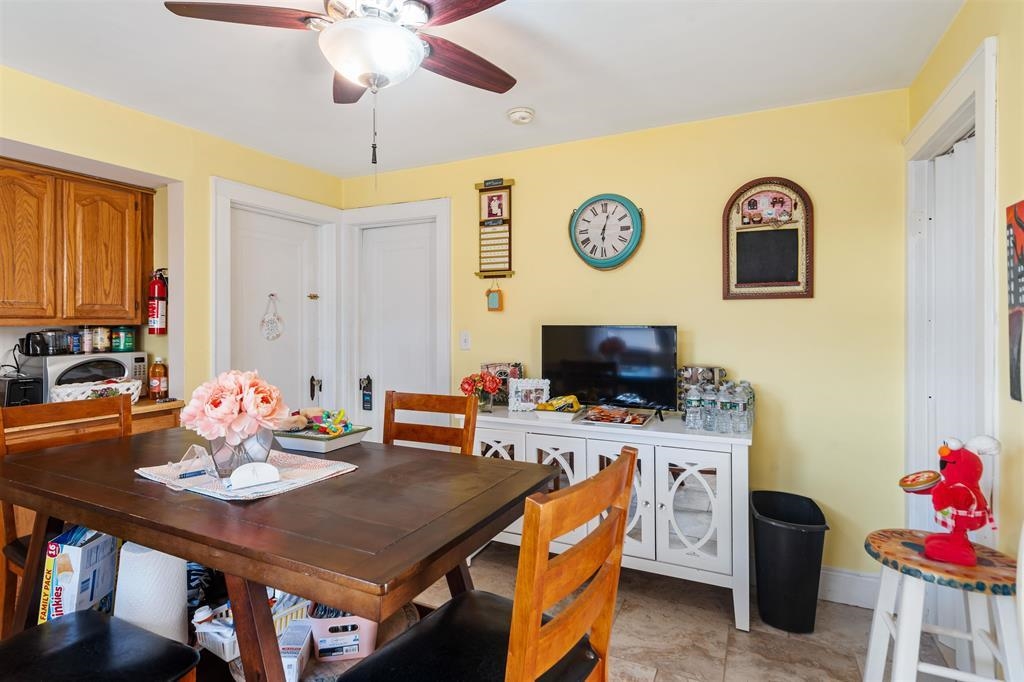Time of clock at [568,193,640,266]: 6:02
